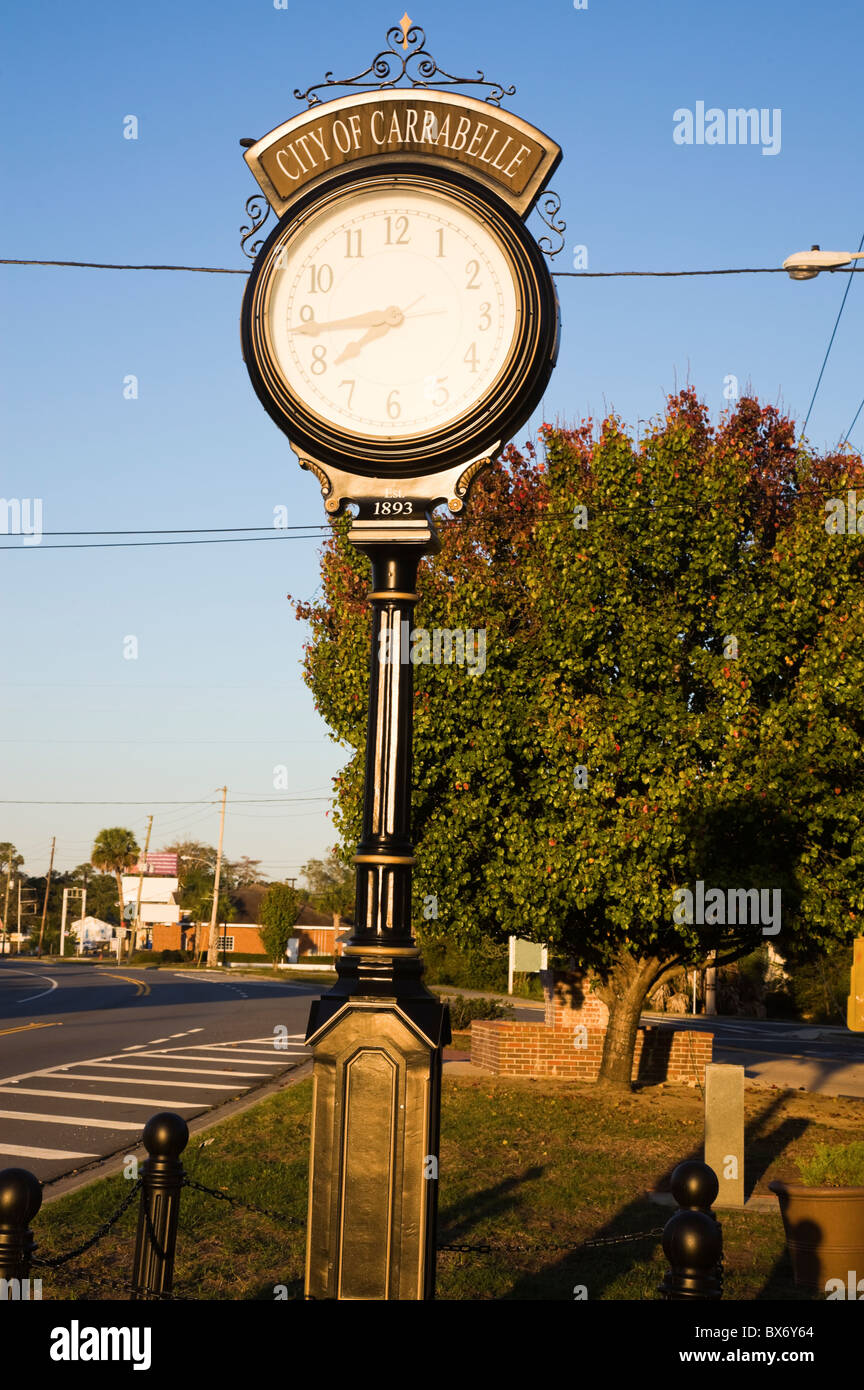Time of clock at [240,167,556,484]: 7:43
